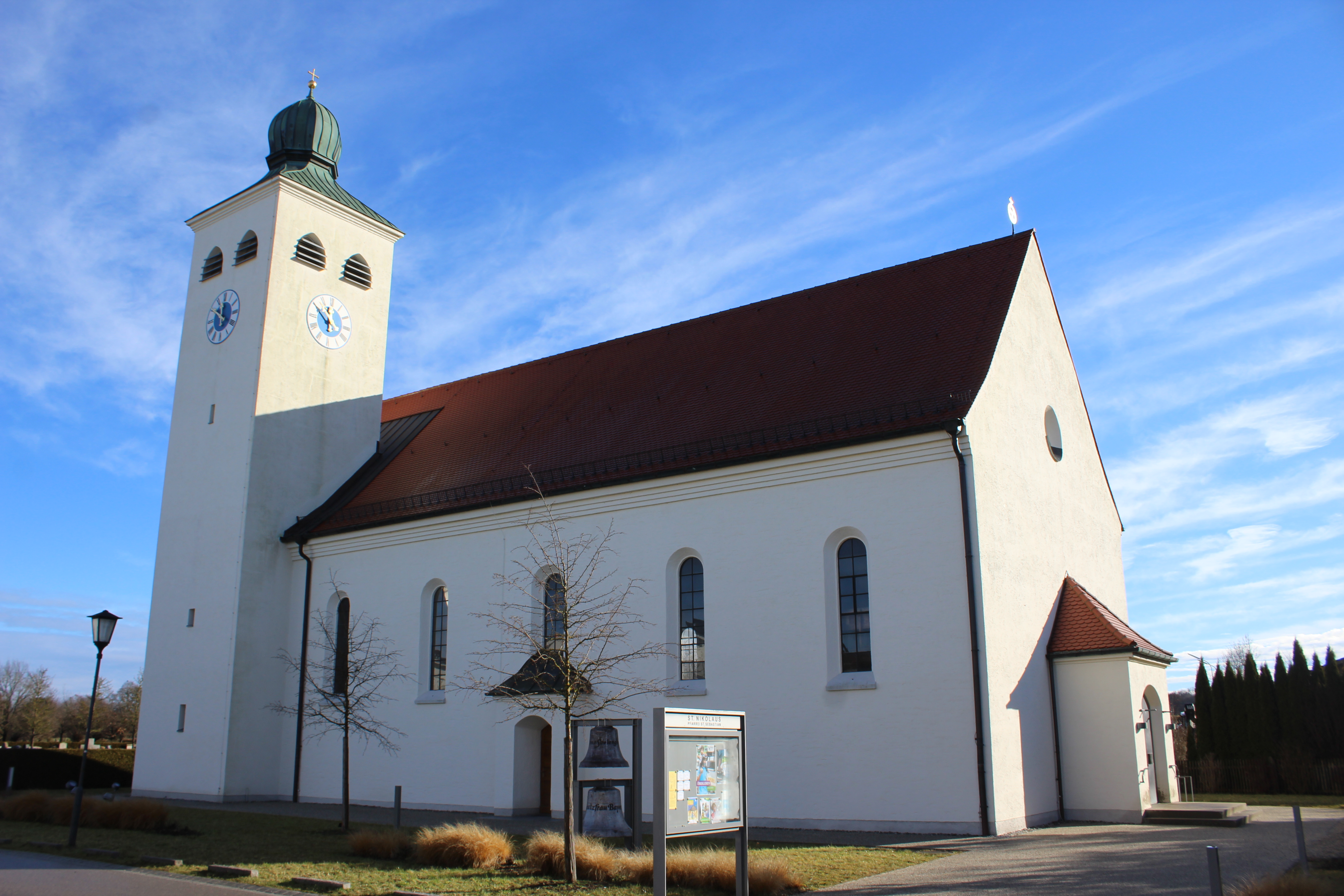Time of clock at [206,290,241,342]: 11:50
